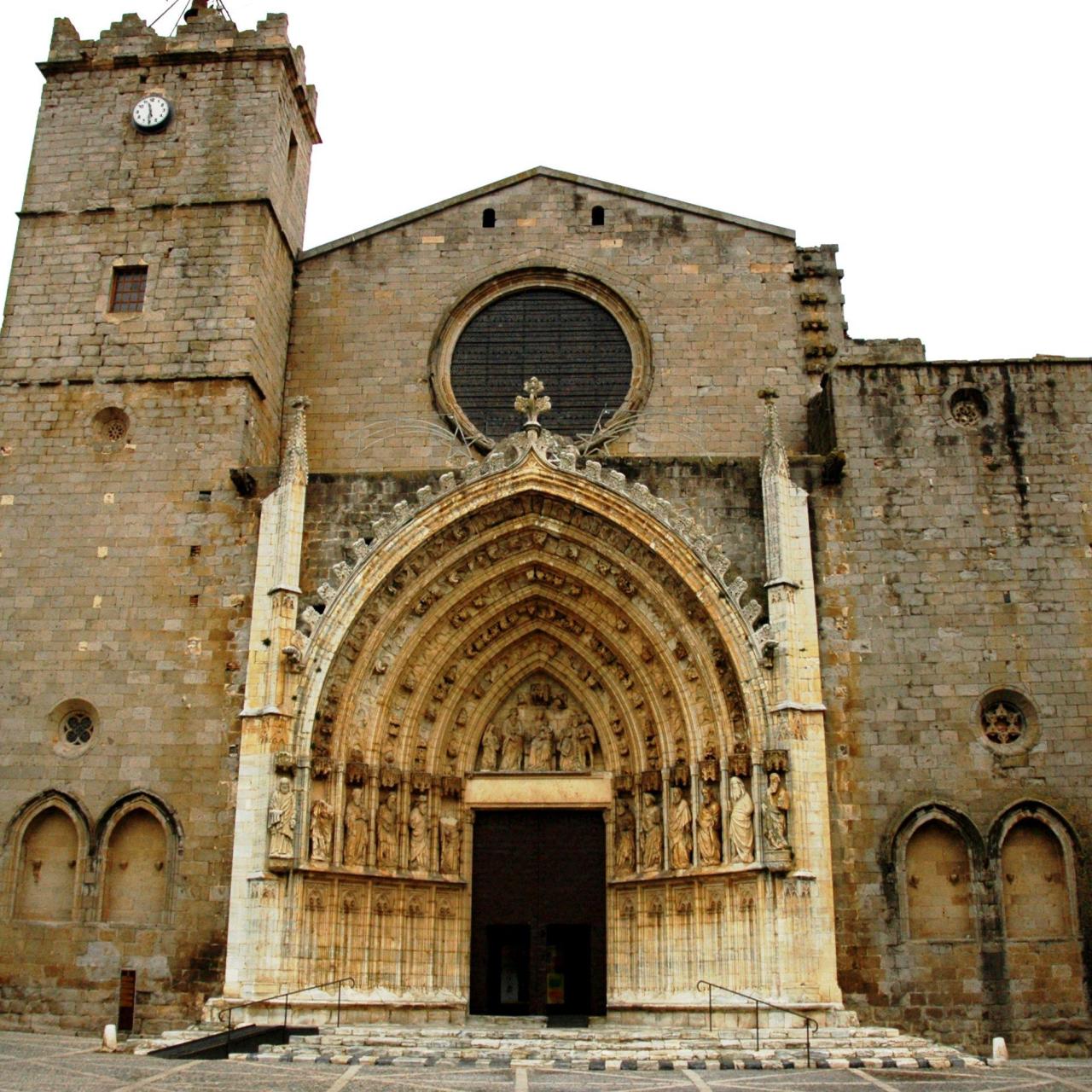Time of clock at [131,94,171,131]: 11:30
